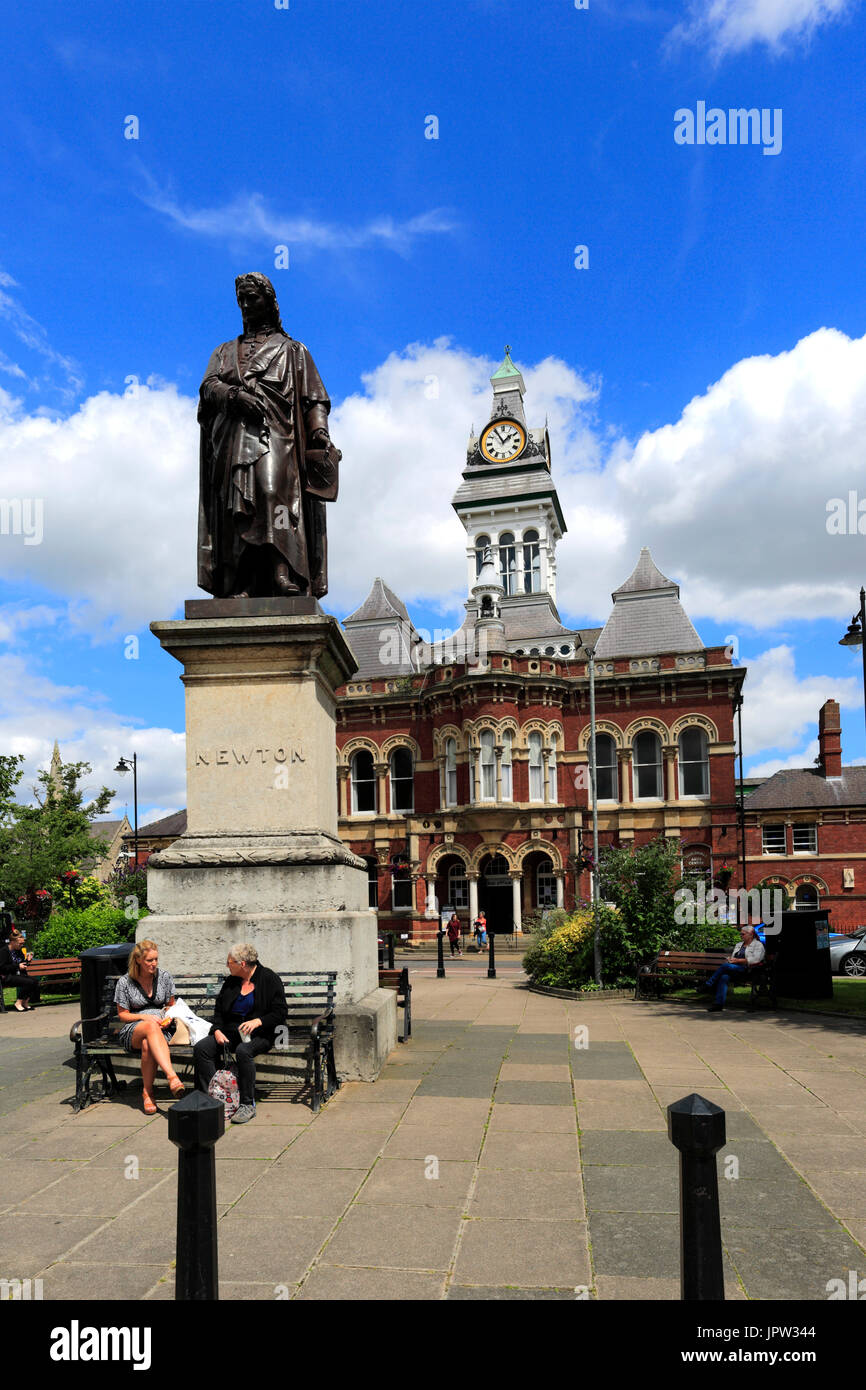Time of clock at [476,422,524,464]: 1:54
